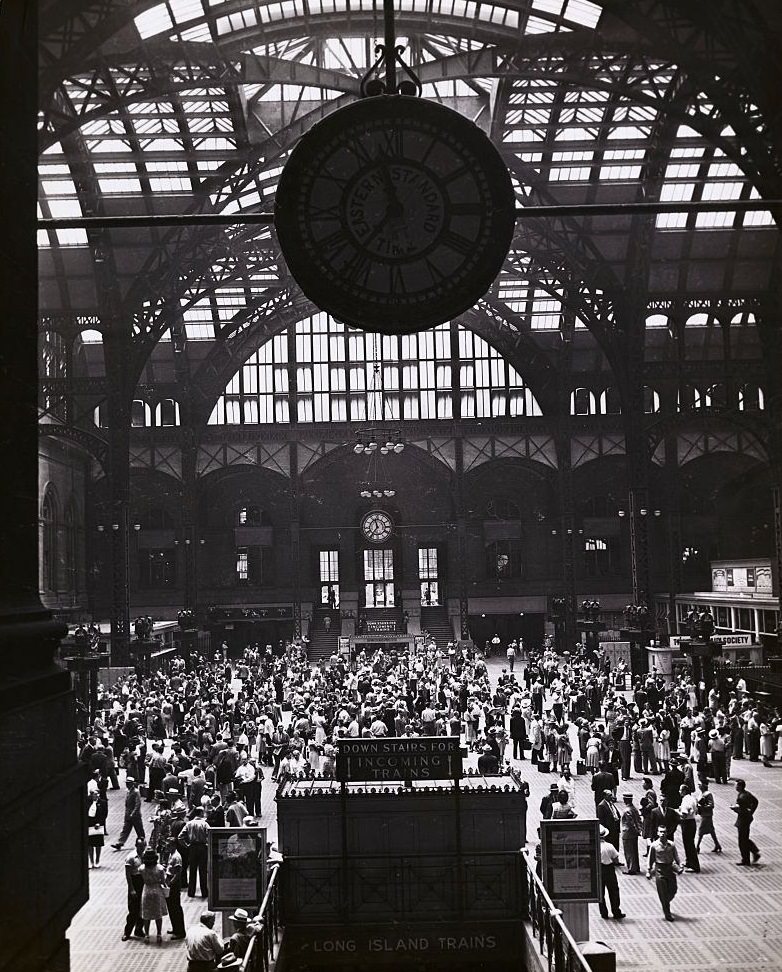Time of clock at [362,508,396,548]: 11:35
